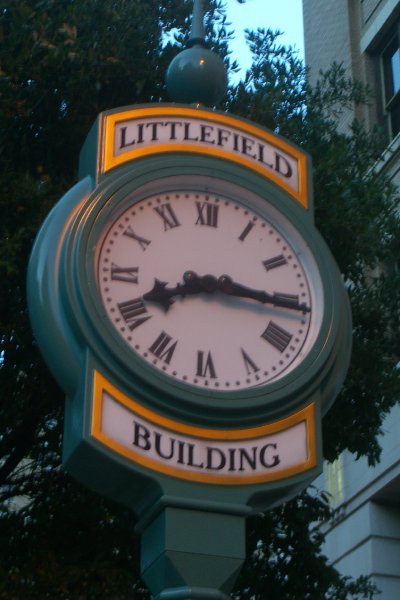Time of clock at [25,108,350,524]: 8:15
